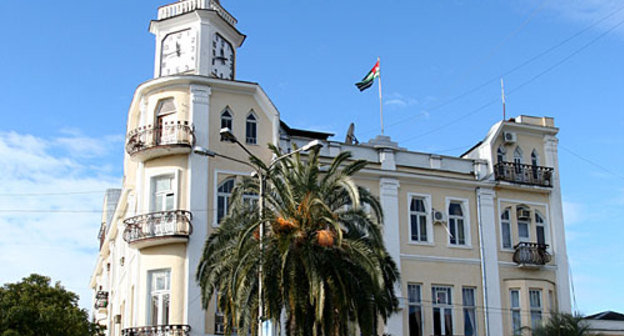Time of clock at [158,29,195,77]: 11:44
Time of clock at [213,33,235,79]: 11:41
